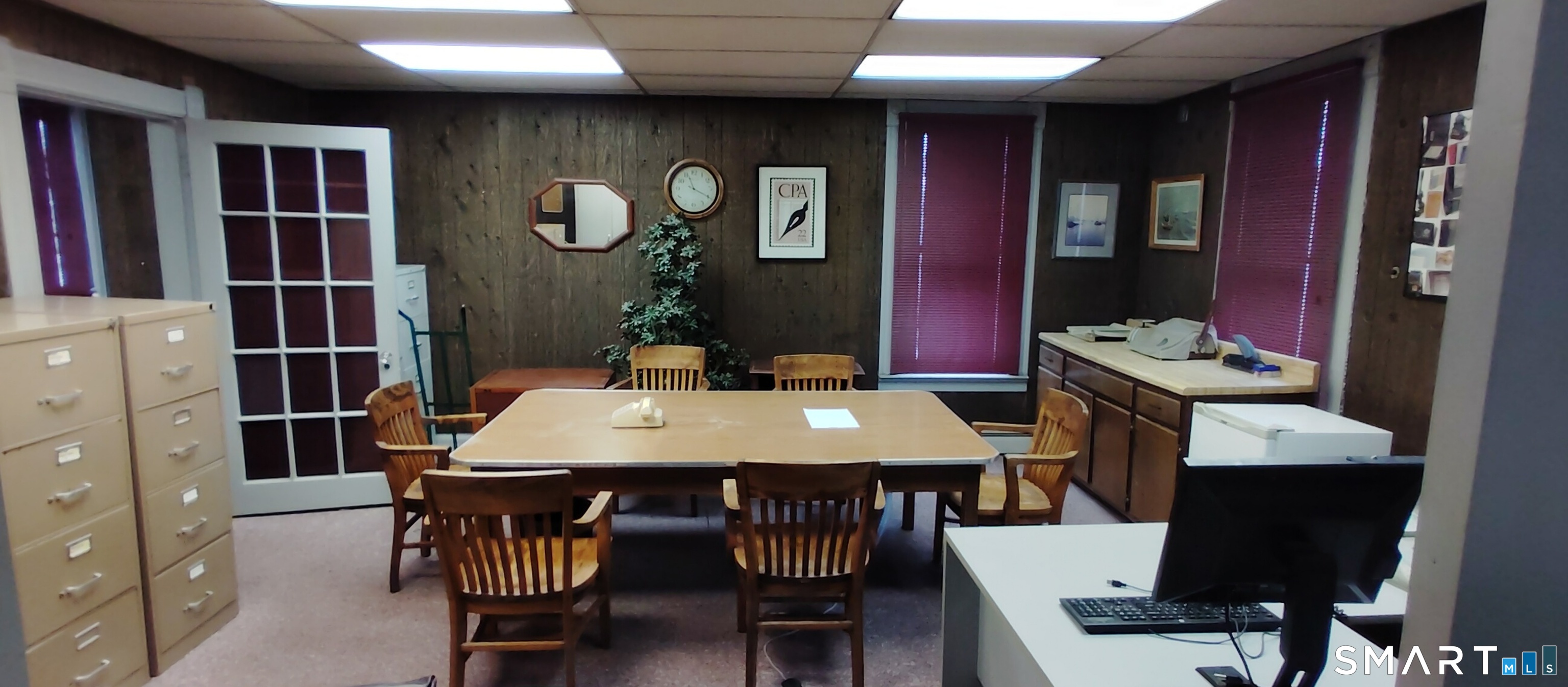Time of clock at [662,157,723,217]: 11:19
